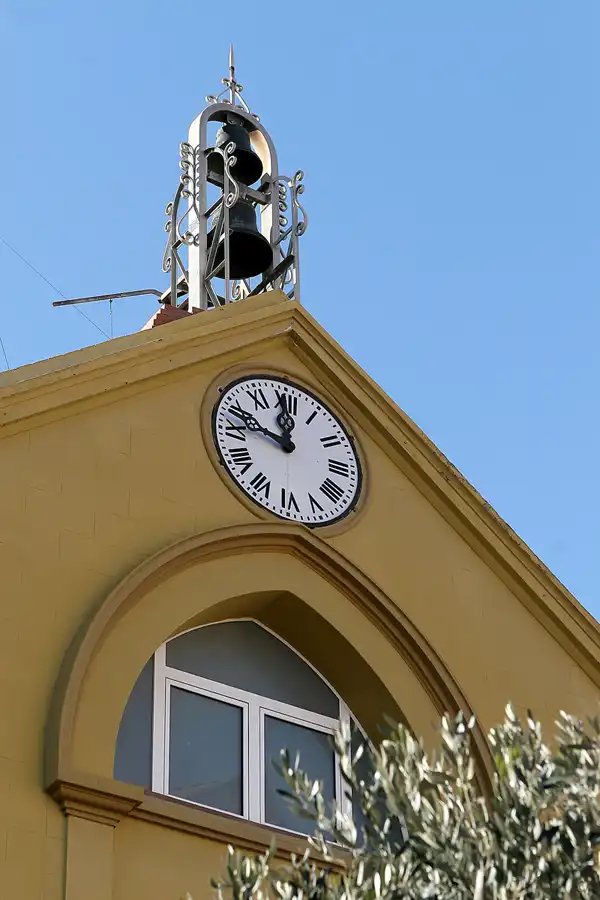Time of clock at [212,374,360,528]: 11:46
